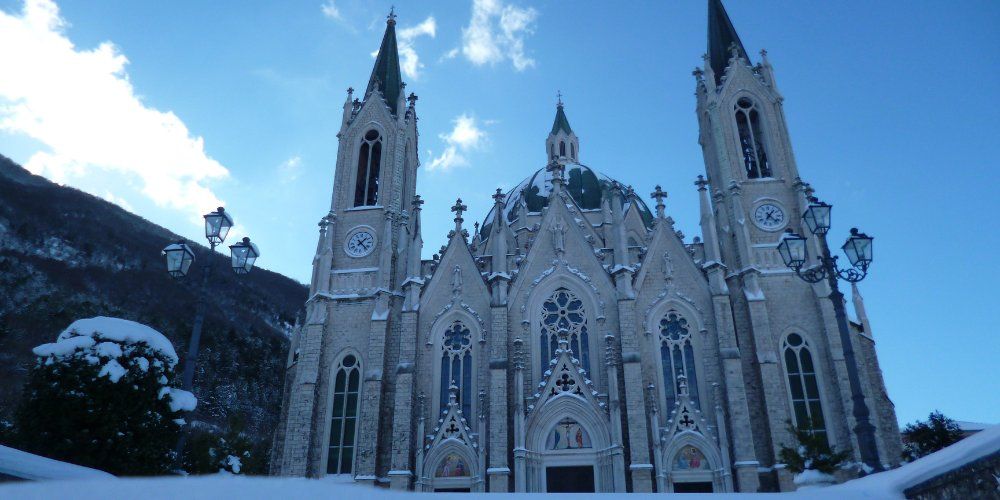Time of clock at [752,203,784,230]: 1:22
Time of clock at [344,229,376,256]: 1:22
